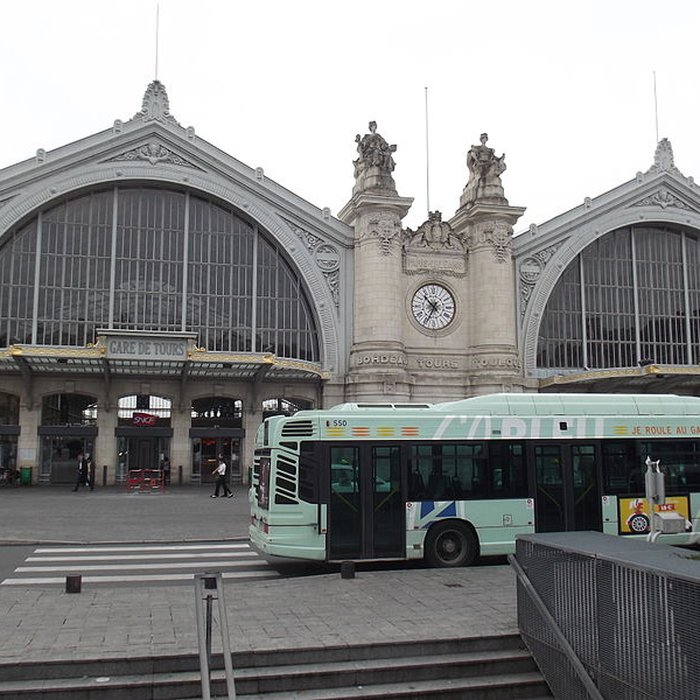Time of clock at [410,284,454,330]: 10:34
